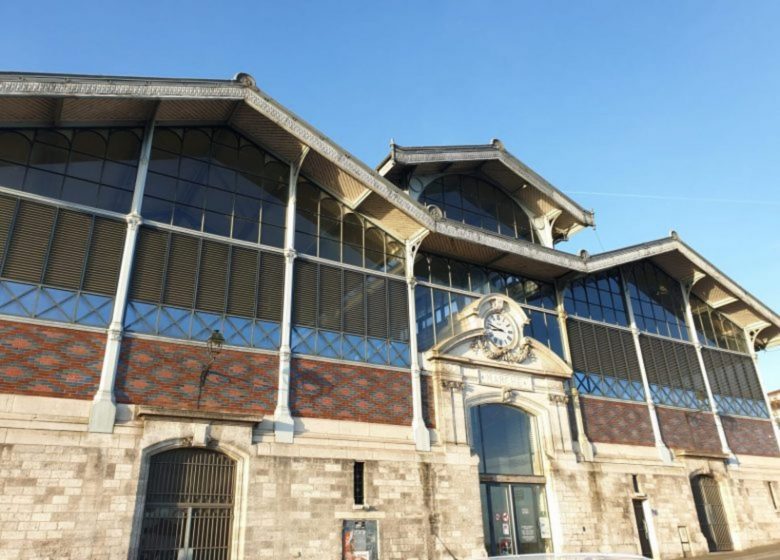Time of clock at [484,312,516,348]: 8:47
